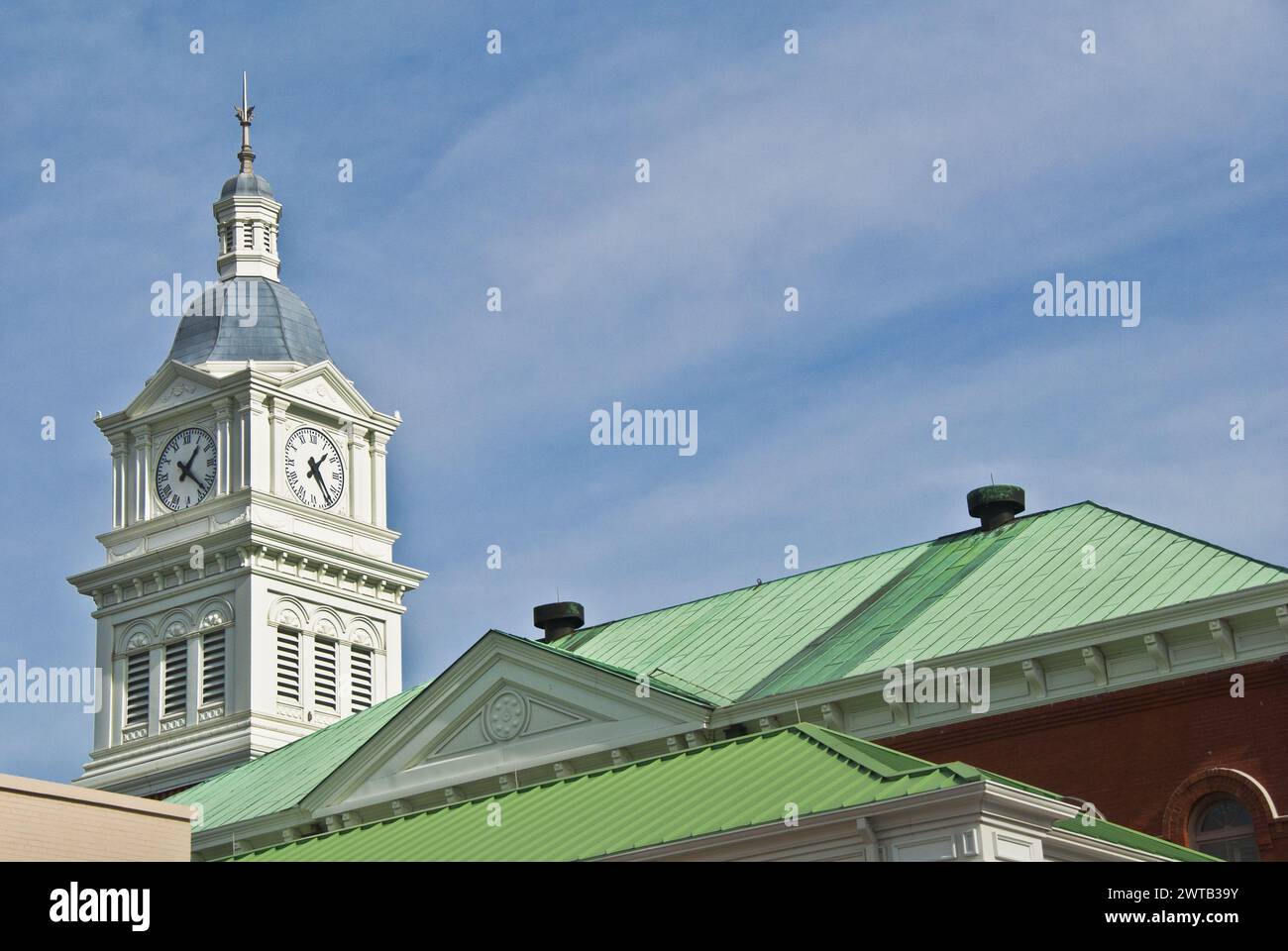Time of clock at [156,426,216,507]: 1:22
